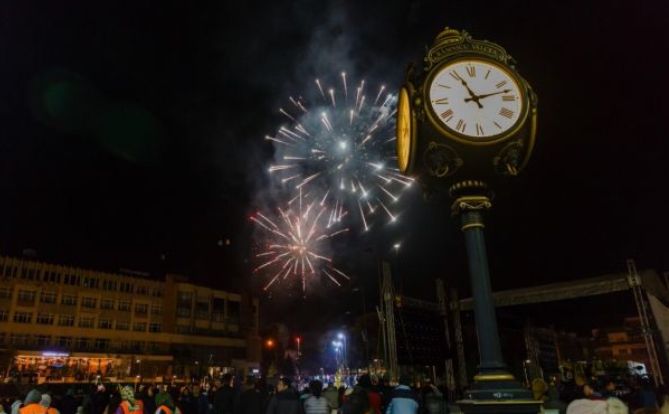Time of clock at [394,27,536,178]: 11:12
